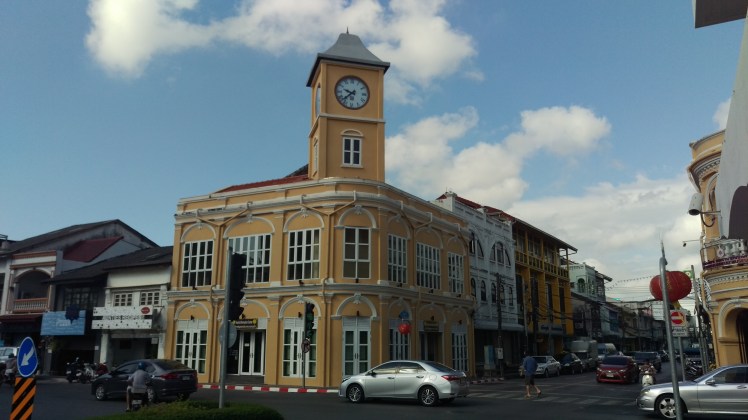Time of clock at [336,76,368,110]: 9:38
